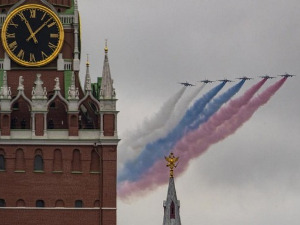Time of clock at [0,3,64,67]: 11:07
